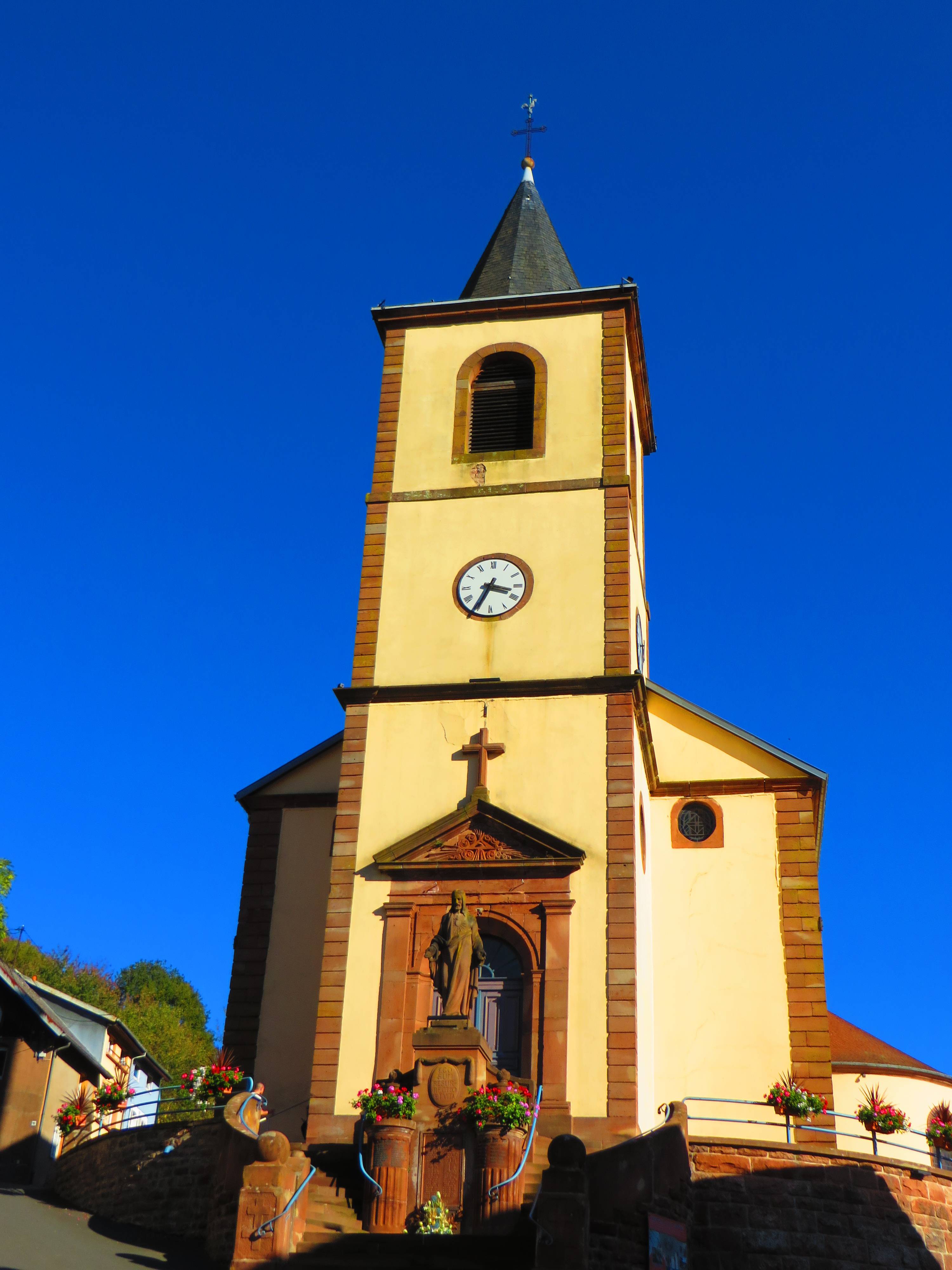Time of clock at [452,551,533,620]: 3:34
